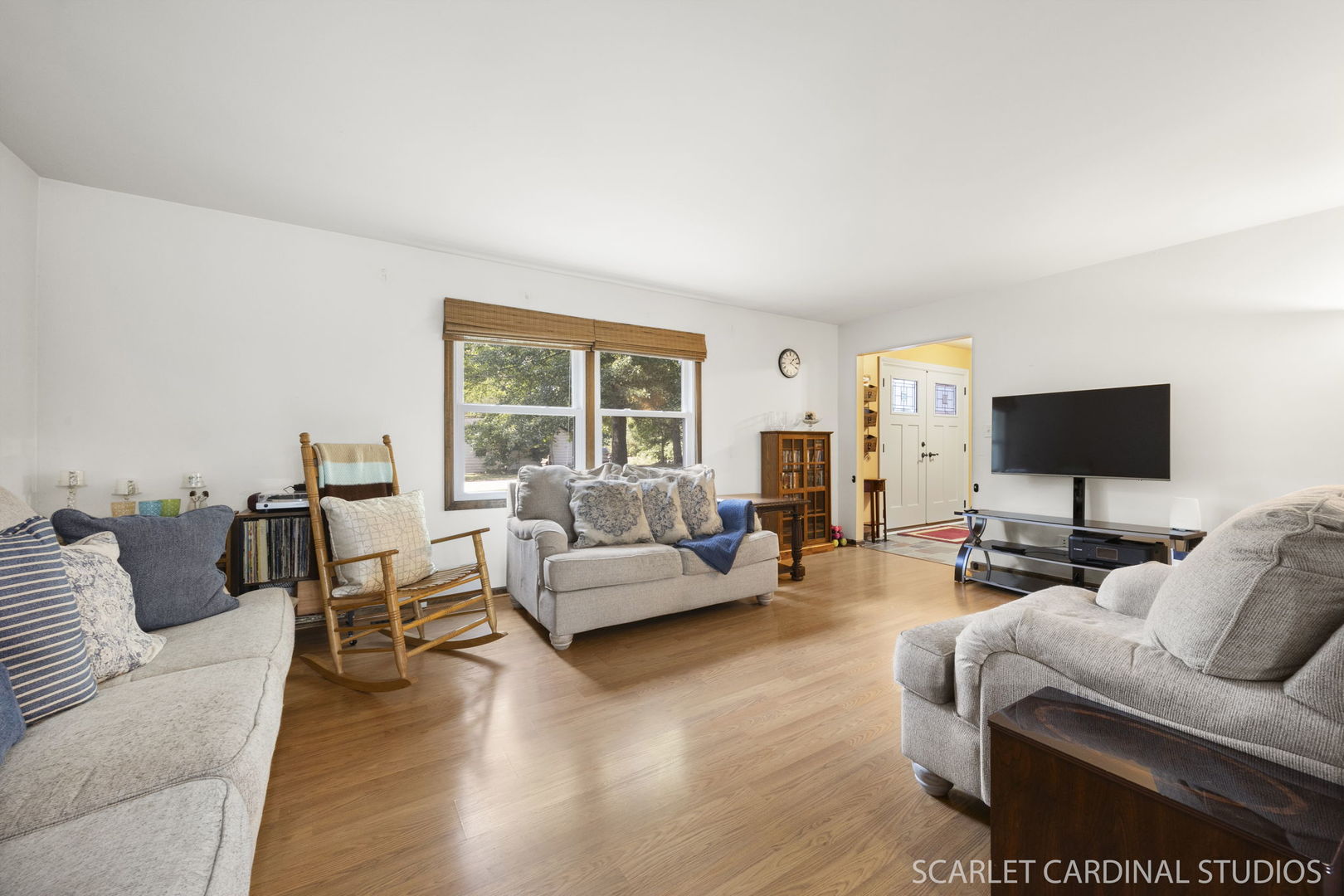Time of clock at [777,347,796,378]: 1:20
